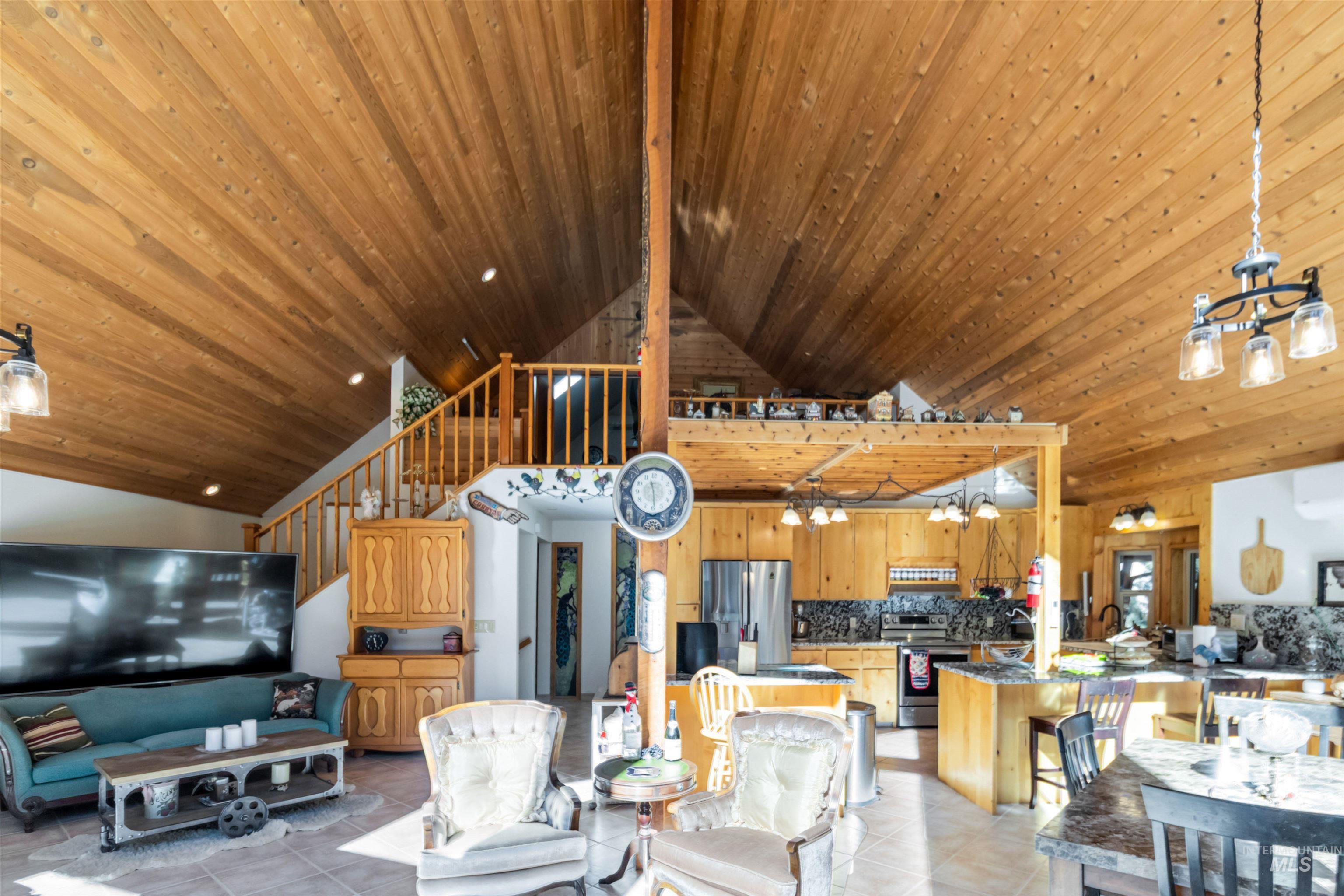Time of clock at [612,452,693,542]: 11:29
